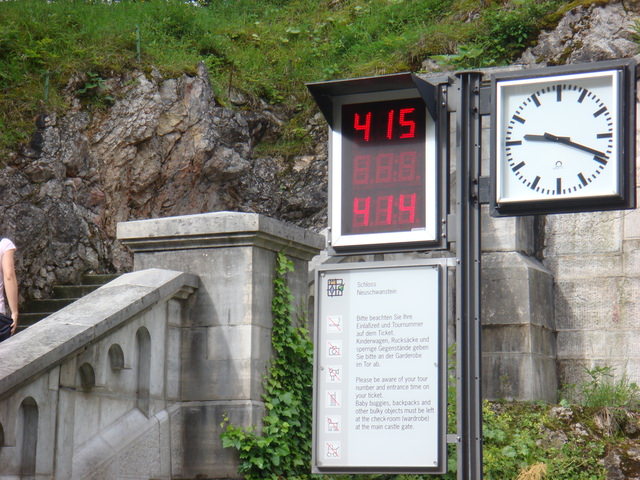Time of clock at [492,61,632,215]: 9:18
